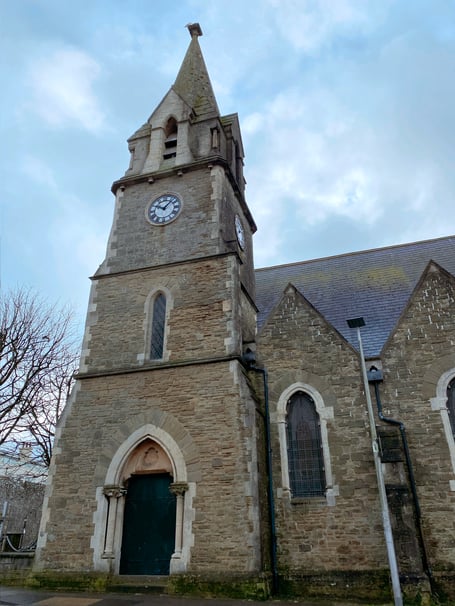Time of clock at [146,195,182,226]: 10:07
